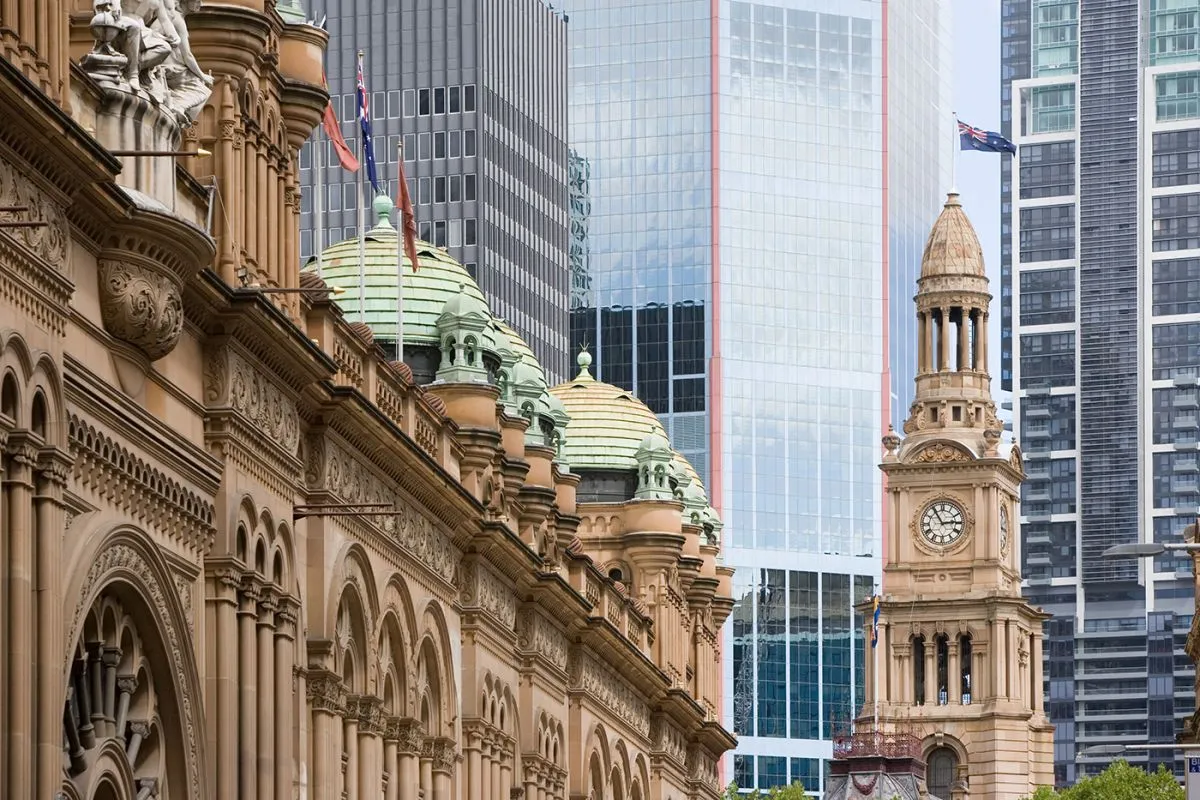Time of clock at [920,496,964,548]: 2:54
